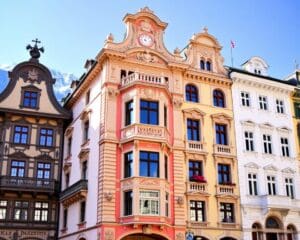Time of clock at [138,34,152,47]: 4:02
